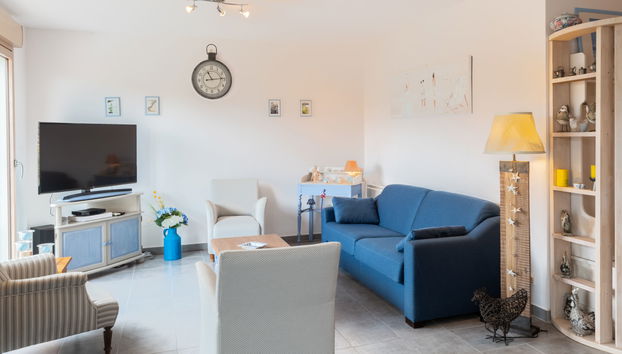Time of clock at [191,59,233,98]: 11:13
